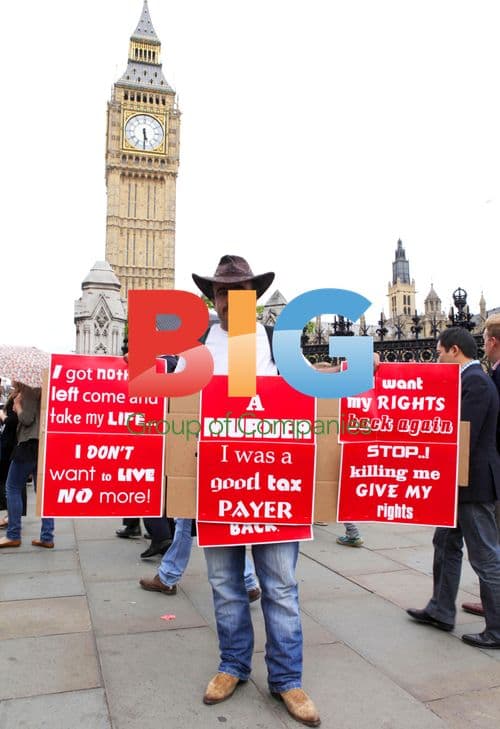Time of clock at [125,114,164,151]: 5:29
